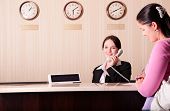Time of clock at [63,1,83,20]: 6:08
